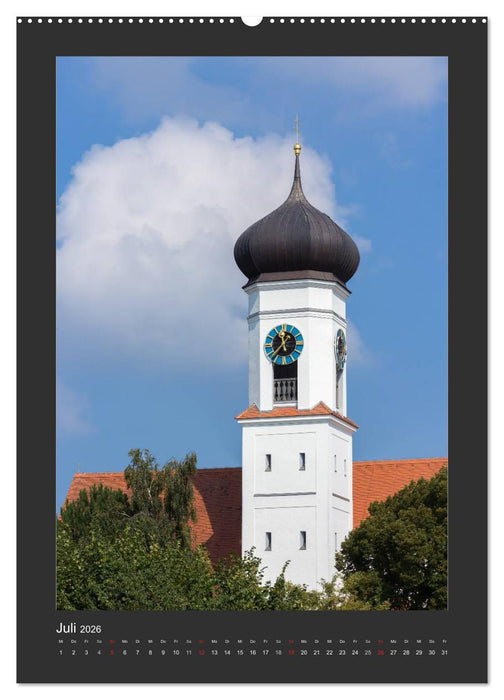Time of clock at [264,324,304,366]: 11:37
